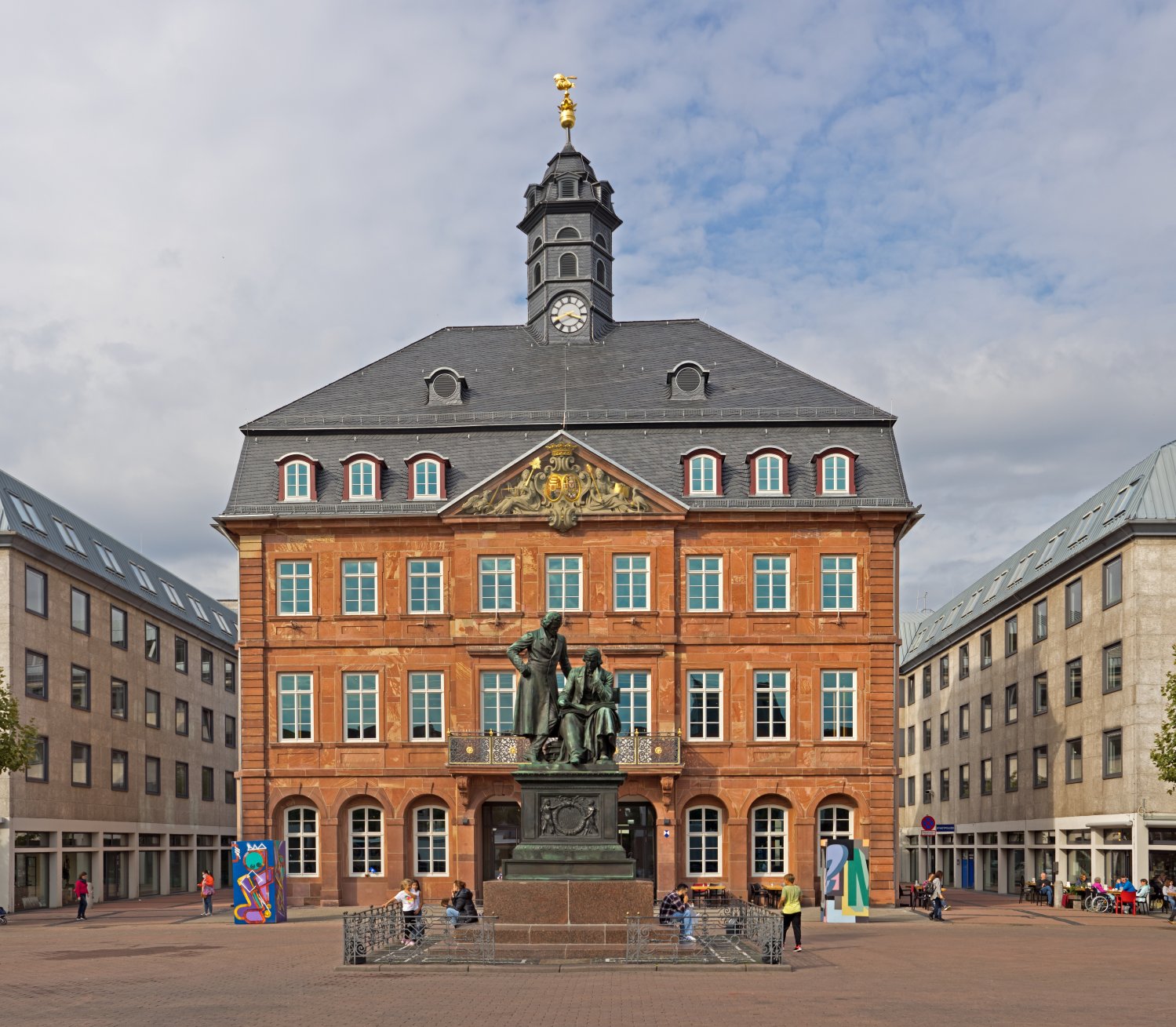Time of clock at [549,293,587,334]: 3:40
